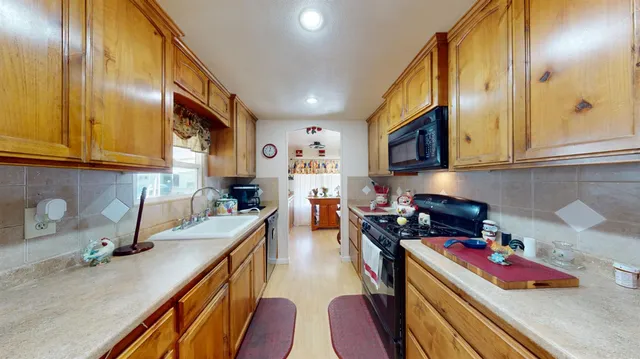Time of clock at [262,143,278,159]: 12:32
